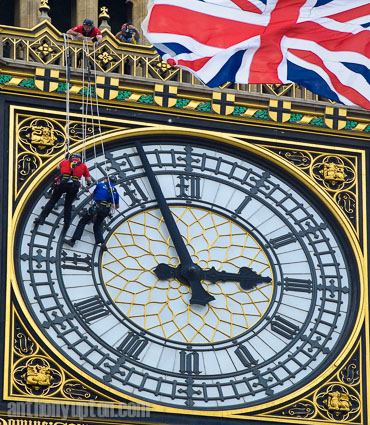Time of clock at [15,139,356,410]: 2:56
